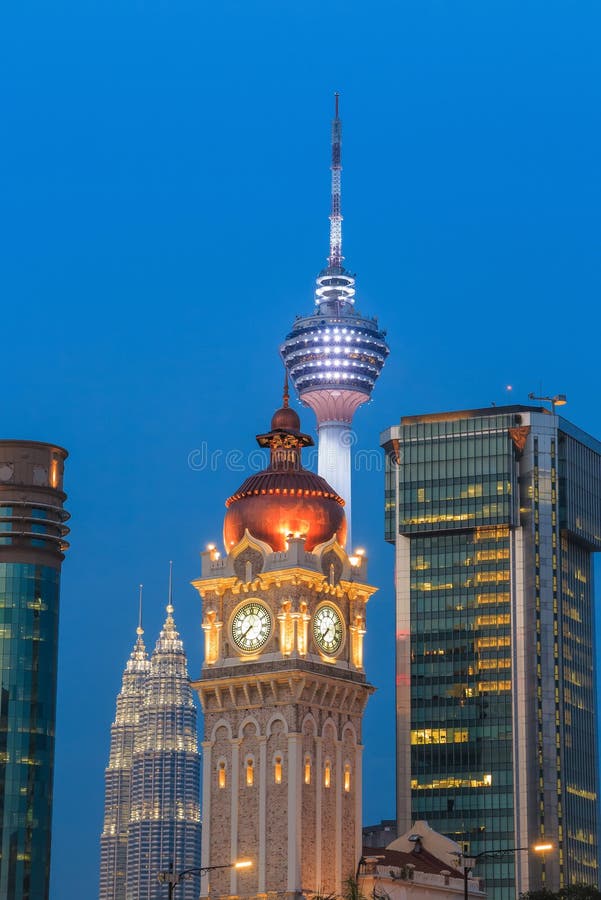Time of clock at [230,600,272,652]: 7:37
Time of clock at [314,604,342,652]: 7:37
